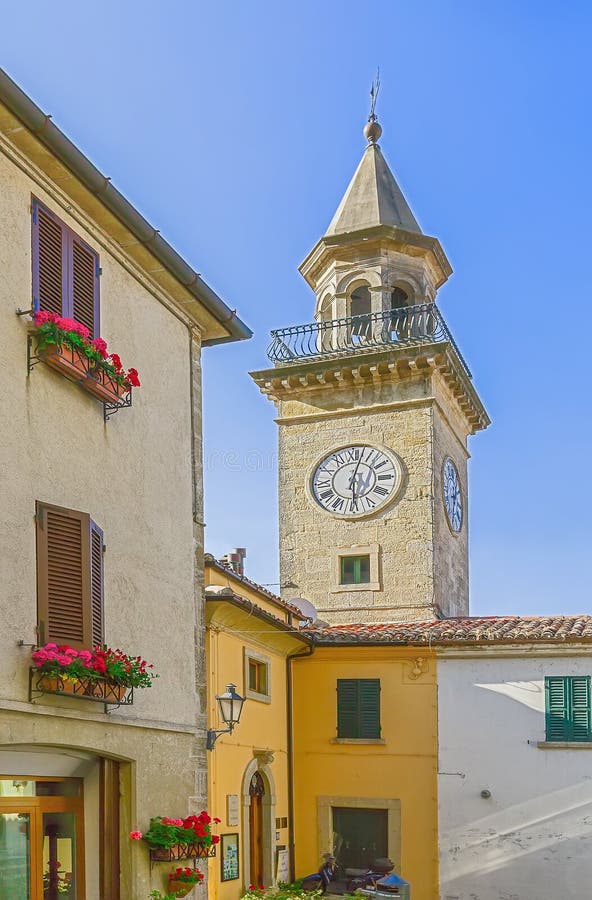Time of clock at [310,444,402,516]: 6:02
